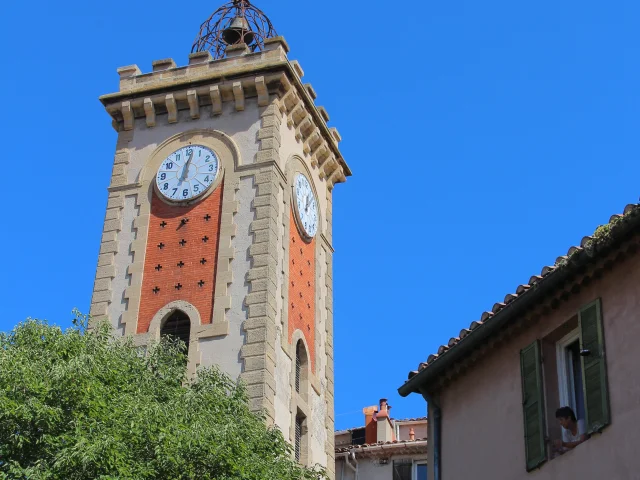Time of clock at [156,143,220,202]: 7:01
